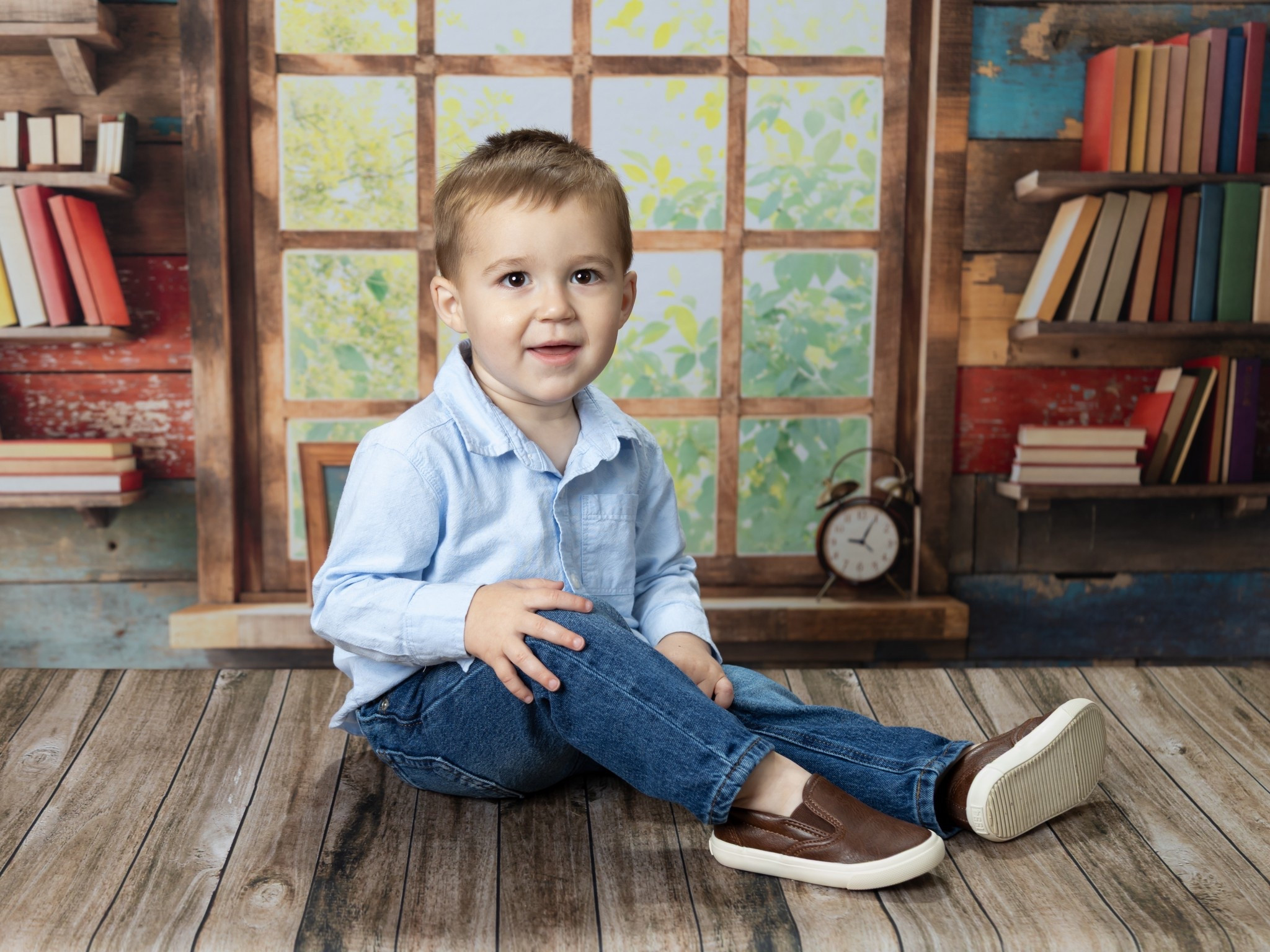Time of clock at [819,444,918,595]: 9:04
